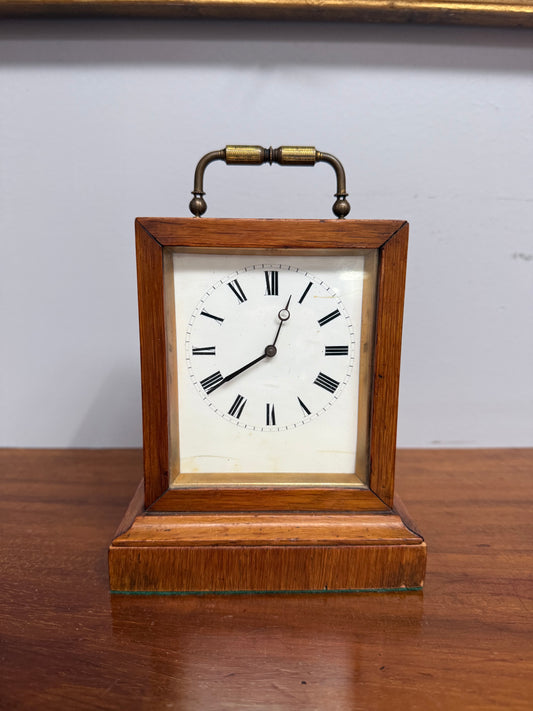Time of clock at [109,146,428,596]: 12:40
